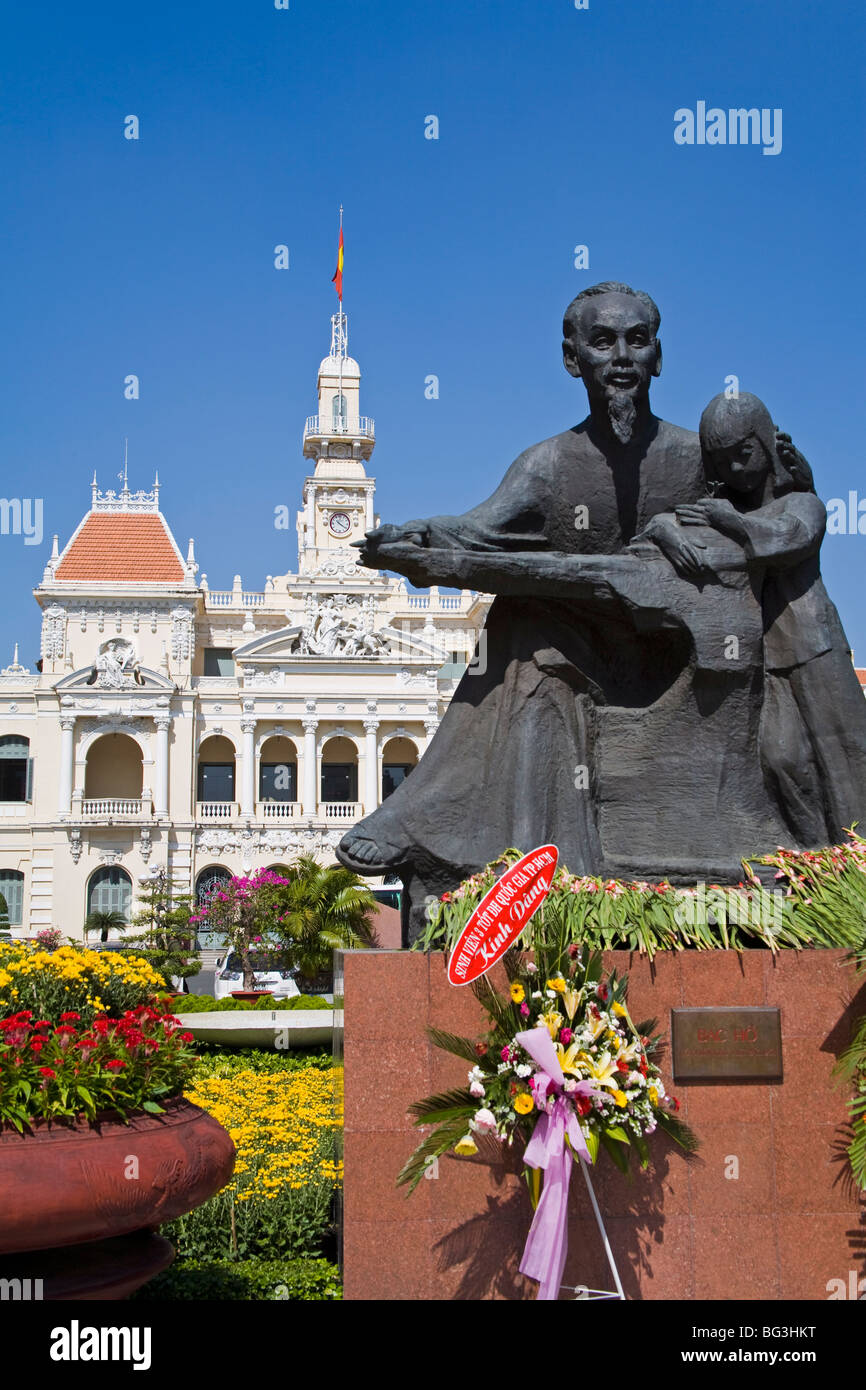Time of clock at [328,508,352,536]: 4:20
